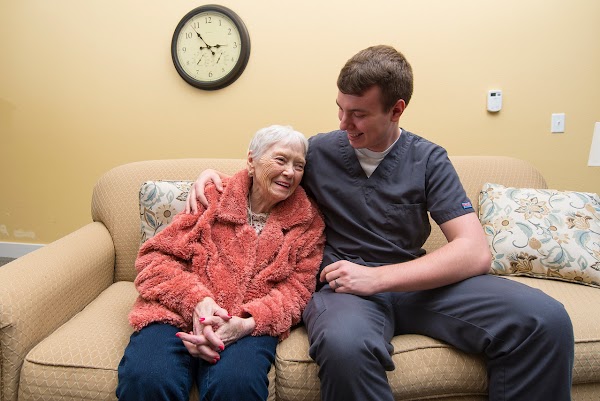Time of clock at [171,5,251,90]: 2:53
